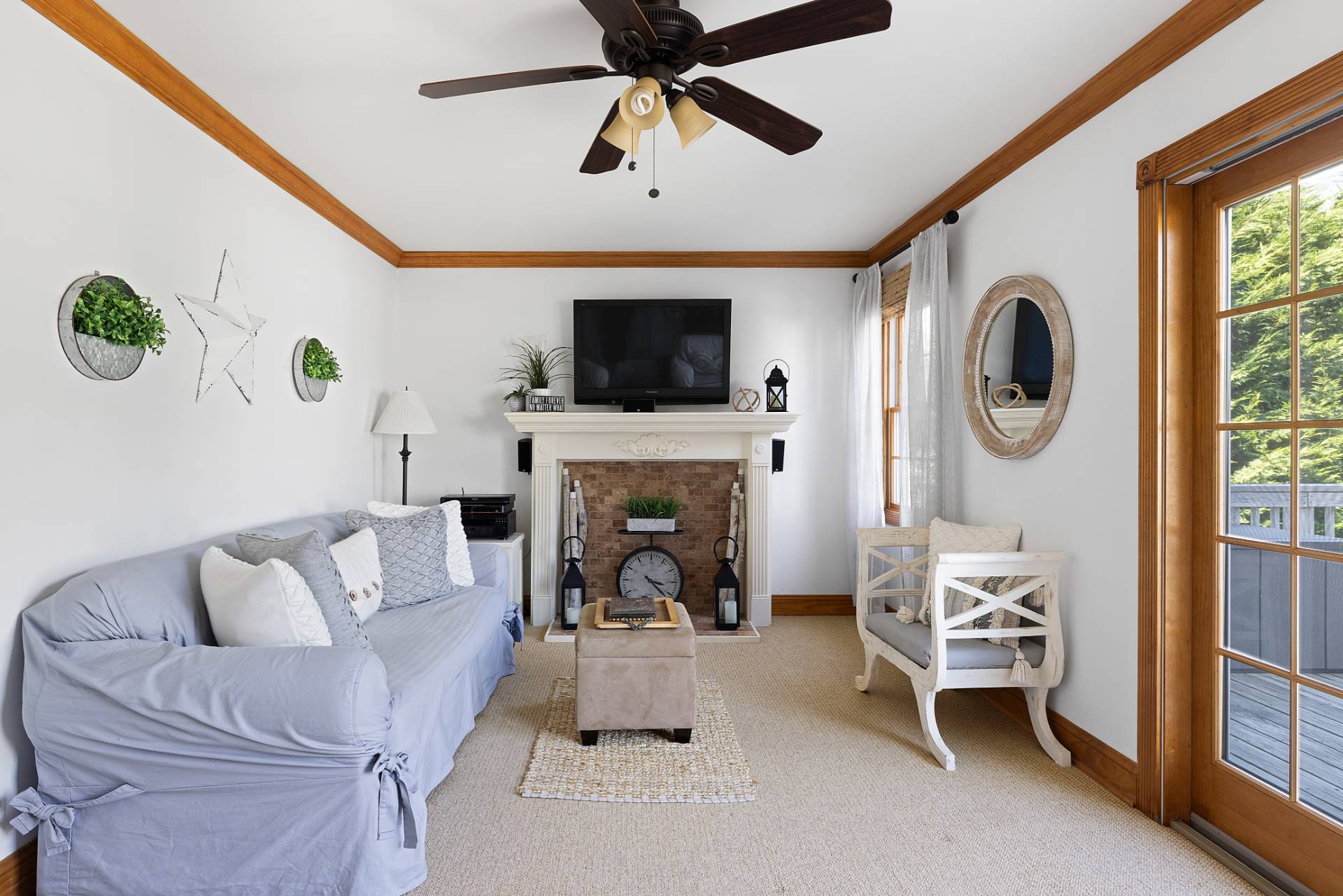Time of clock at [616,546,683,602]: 3:22
